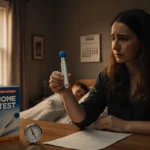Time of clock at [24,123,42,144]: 11:24
